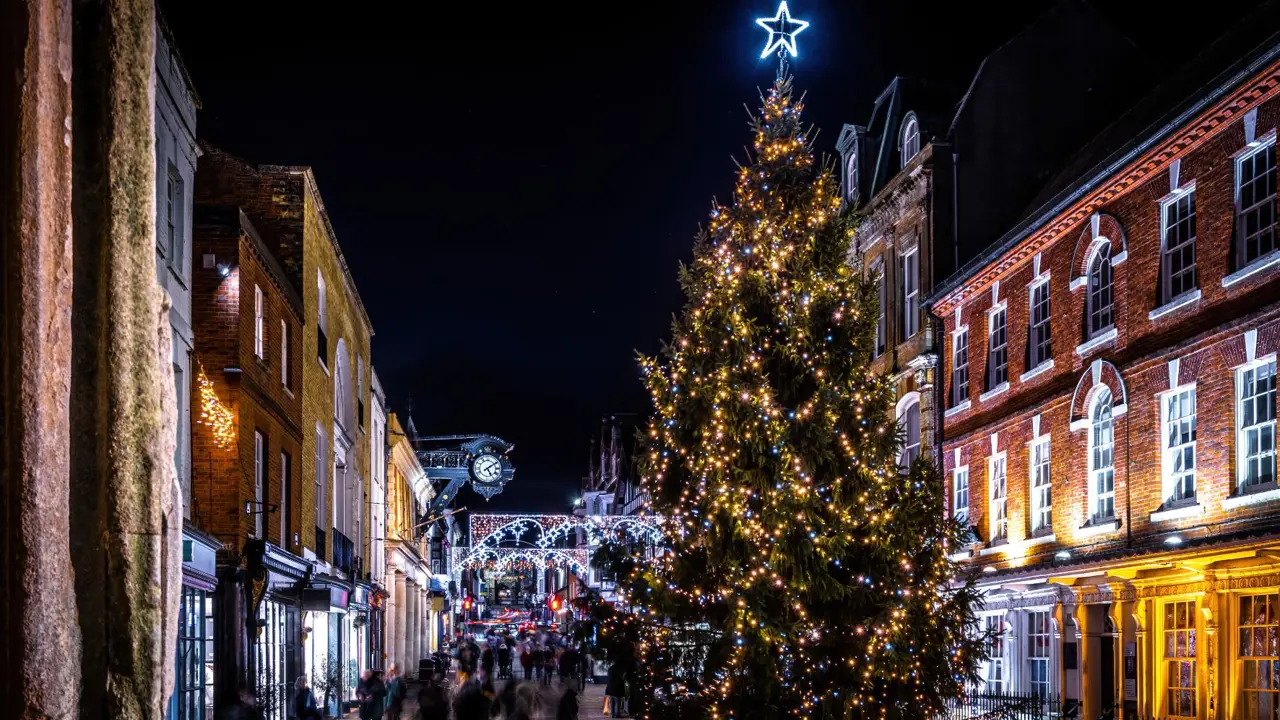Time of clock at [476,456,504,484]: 5:09
